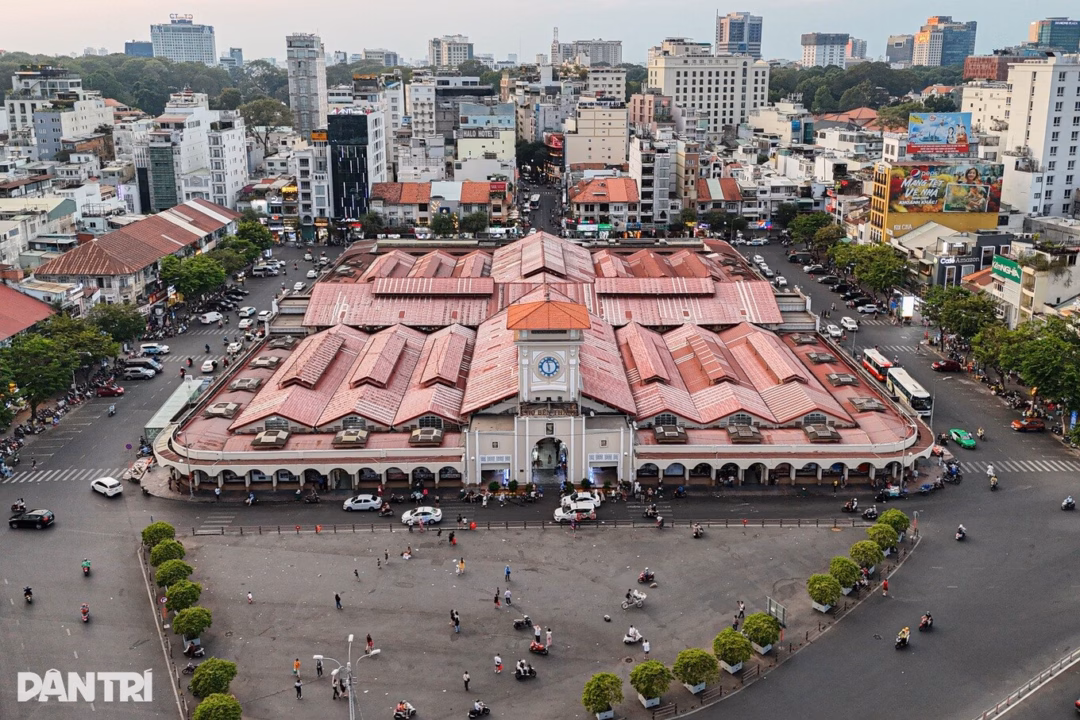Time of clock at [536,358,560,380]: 5:57
